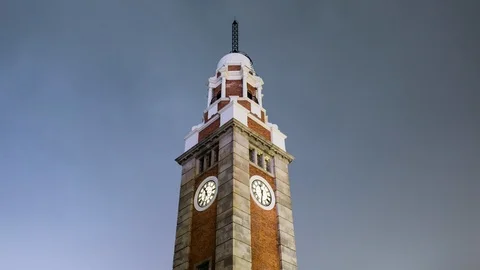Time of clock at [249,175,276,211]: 11:32
